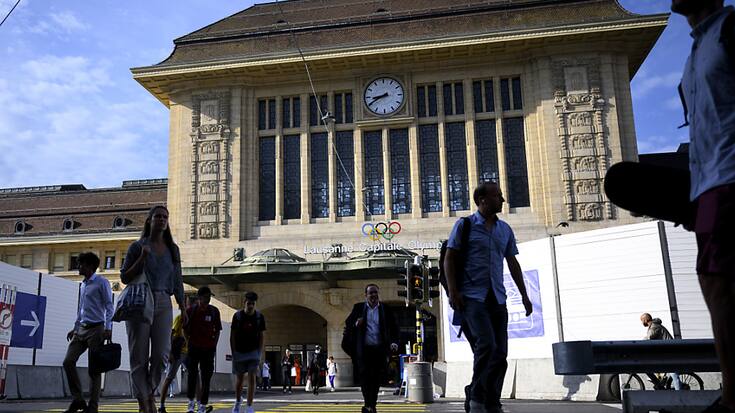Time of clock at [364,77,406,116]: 8:40
